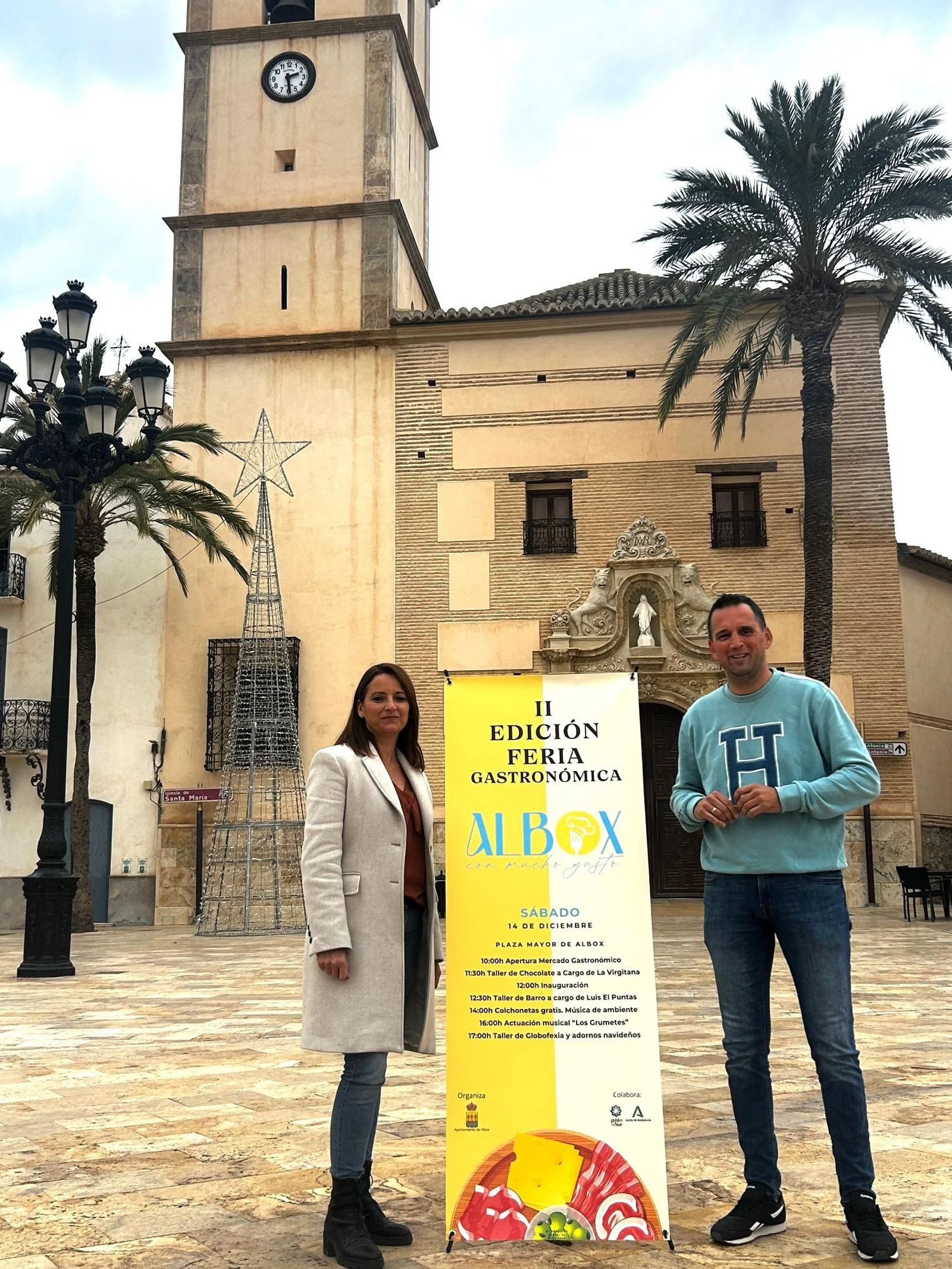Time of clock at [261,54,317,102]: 2:28
